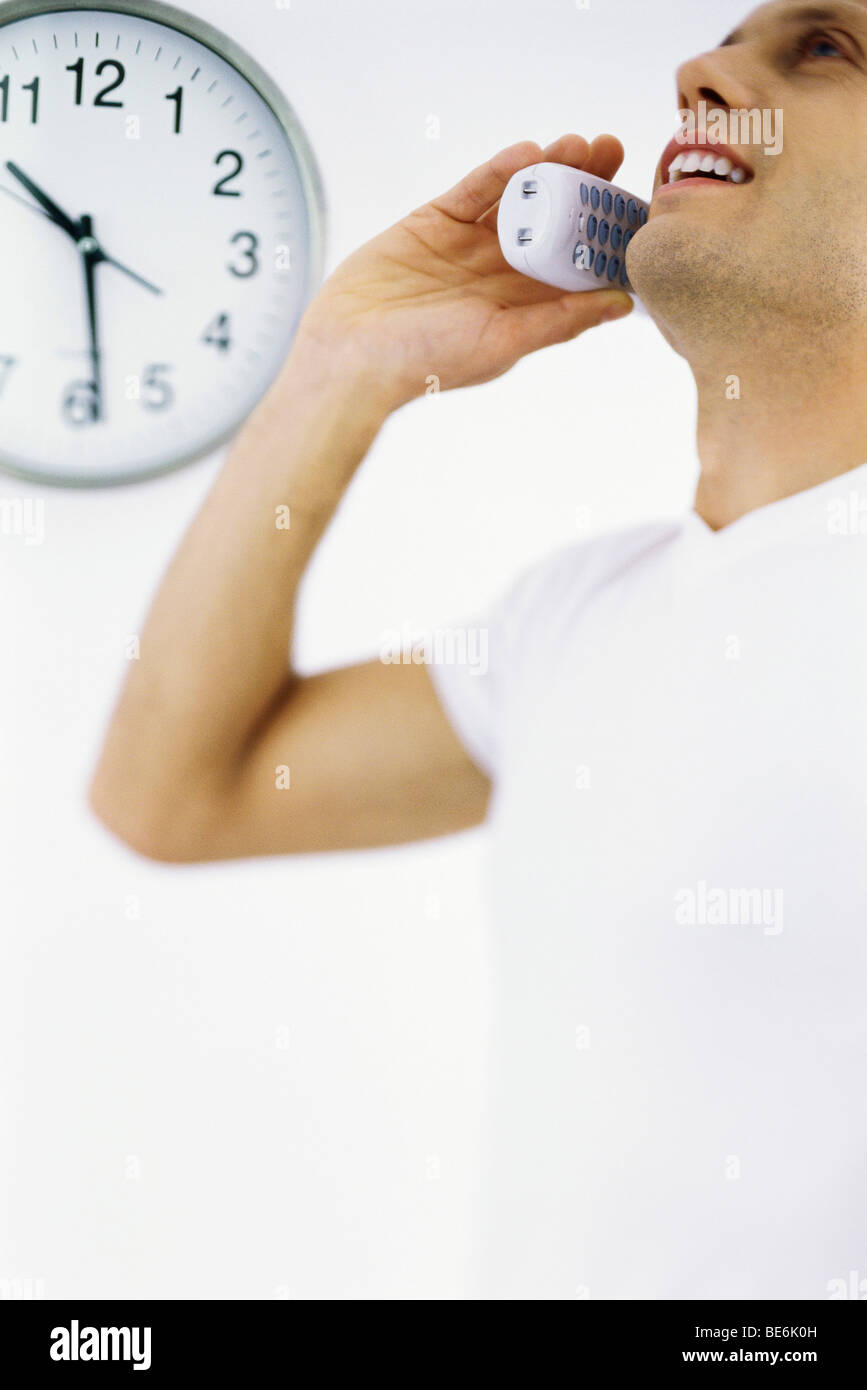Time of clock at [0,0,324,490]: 10:28
